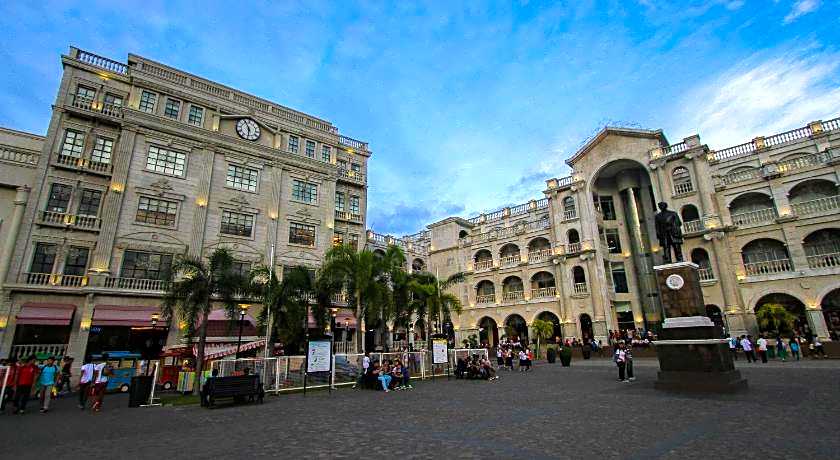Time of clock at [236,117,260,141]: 5:55
